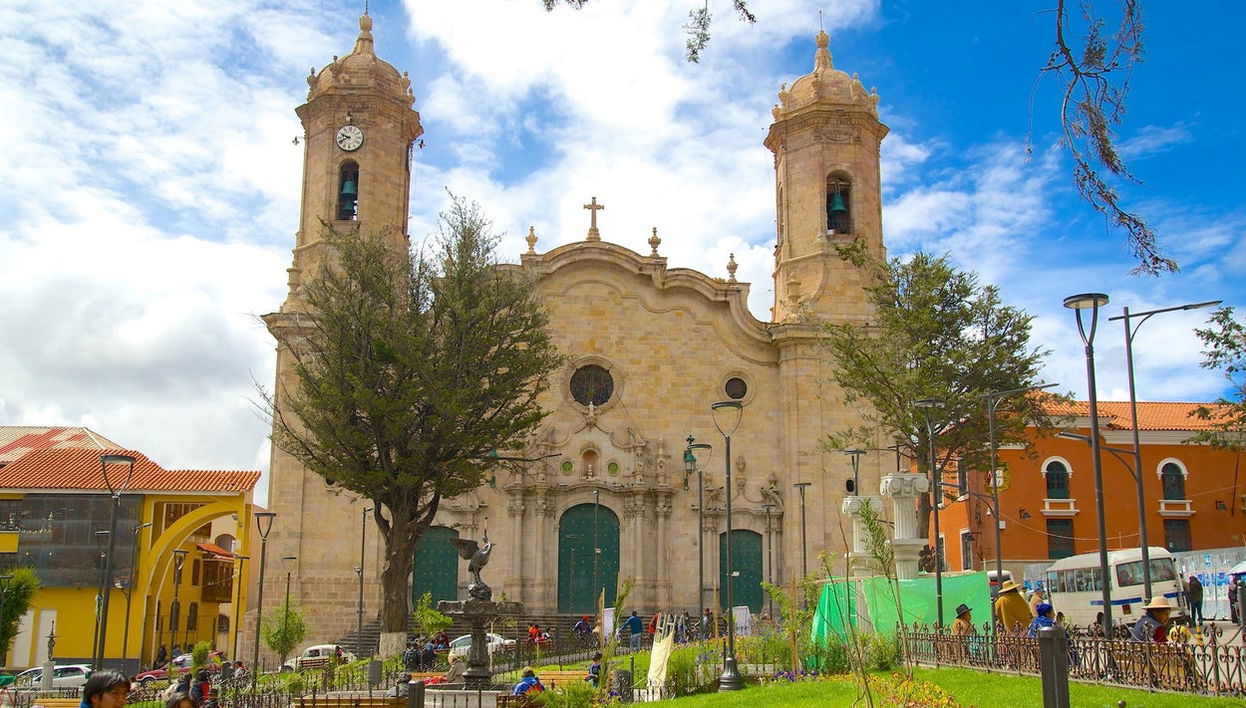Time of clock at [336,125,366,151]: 9:41
